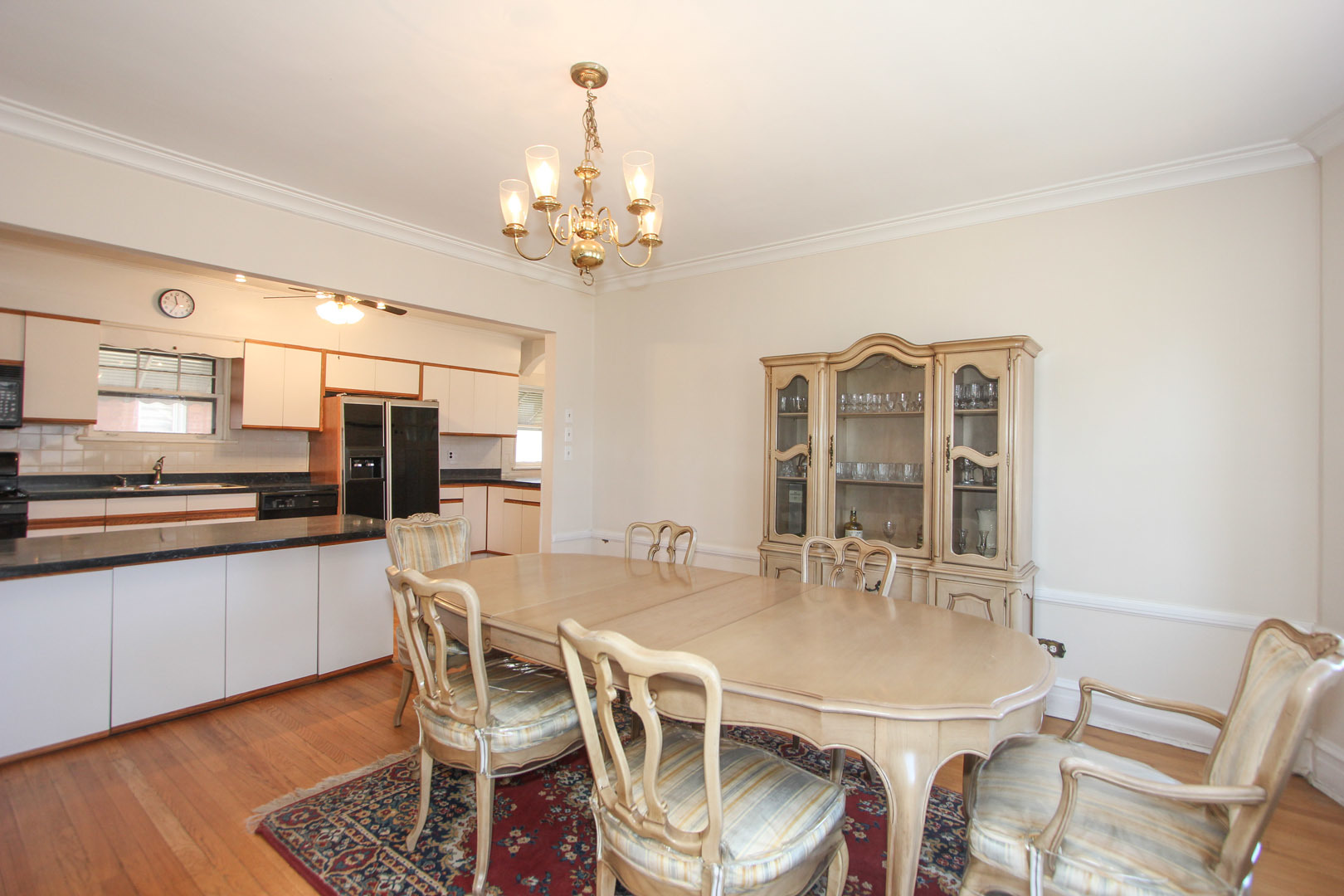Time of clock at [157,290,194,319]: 11:34
